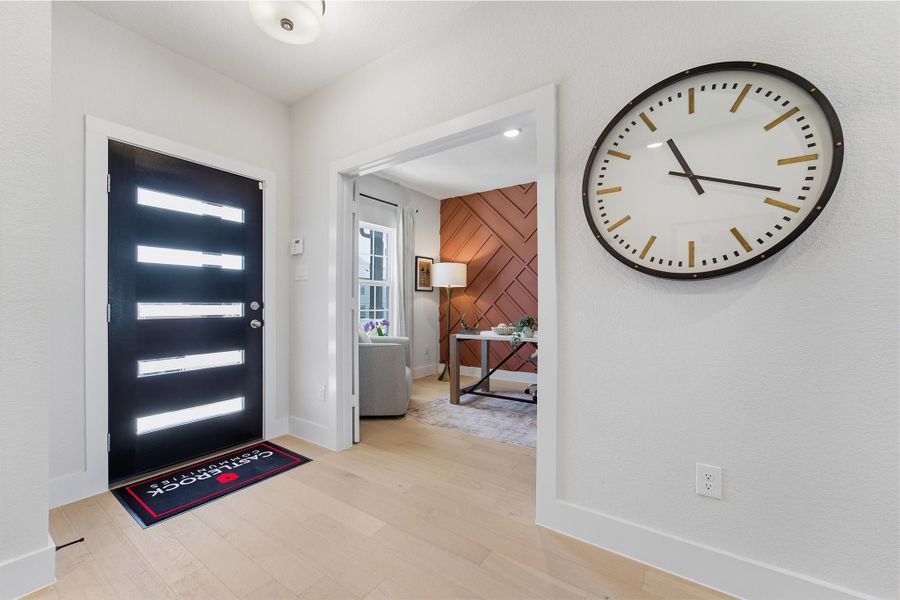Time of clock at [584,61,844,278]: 11:18
